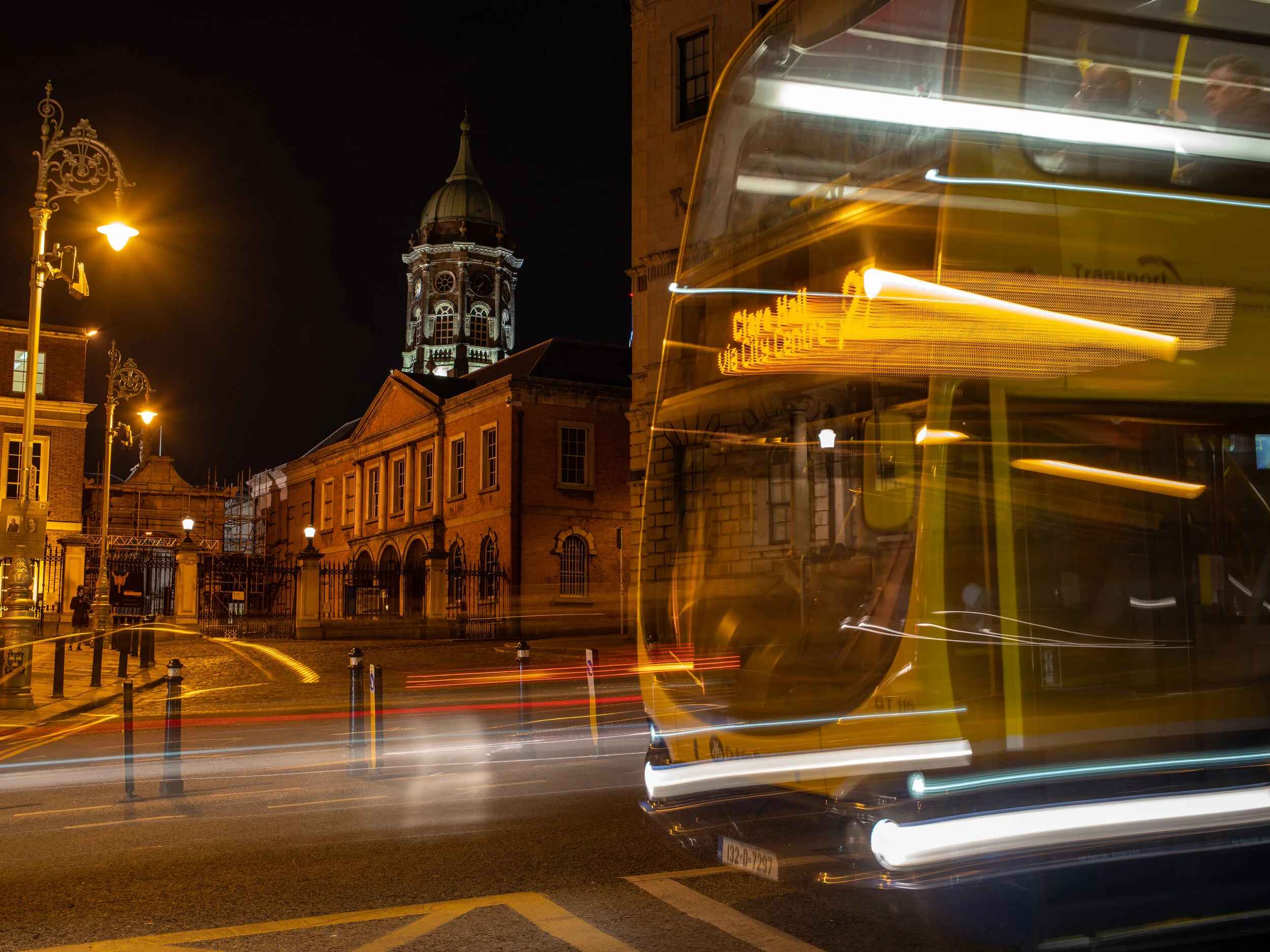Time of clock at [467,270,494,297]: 7:35
